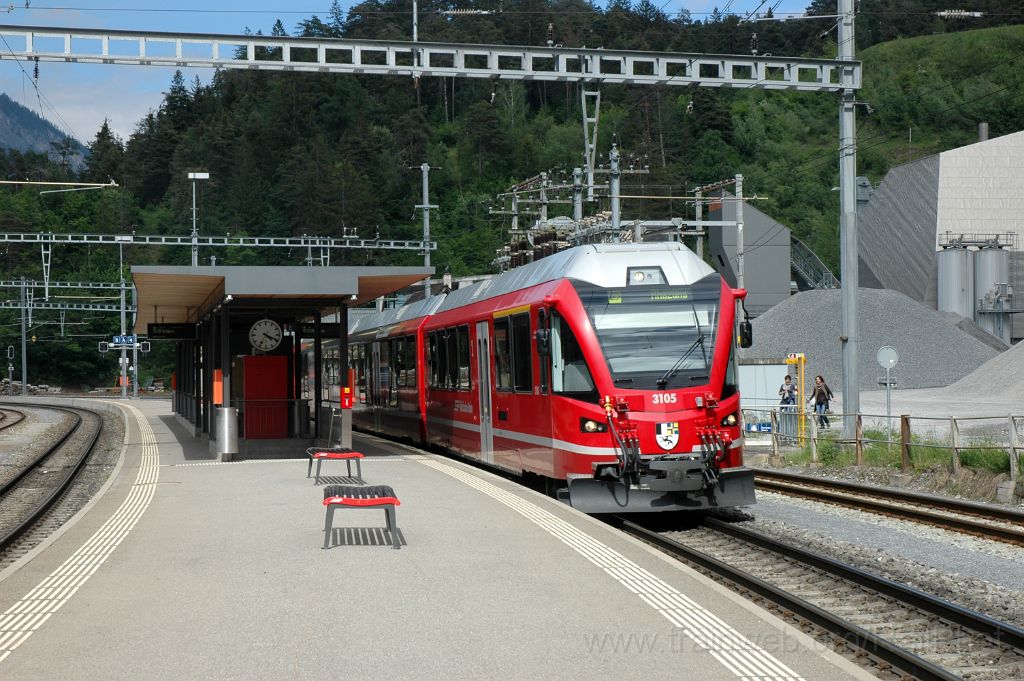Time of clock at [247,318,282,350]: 4:18
